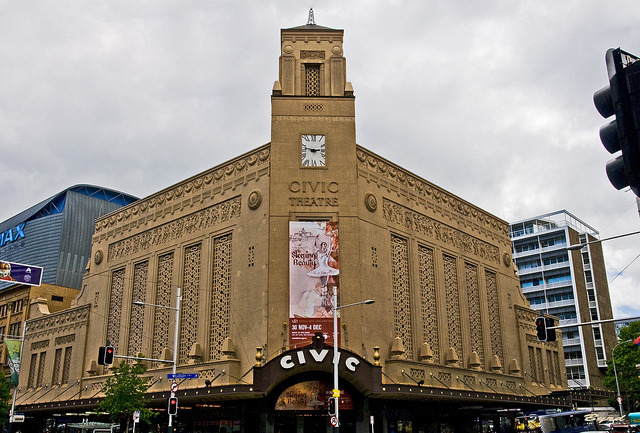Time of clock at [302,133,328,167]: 2:46
